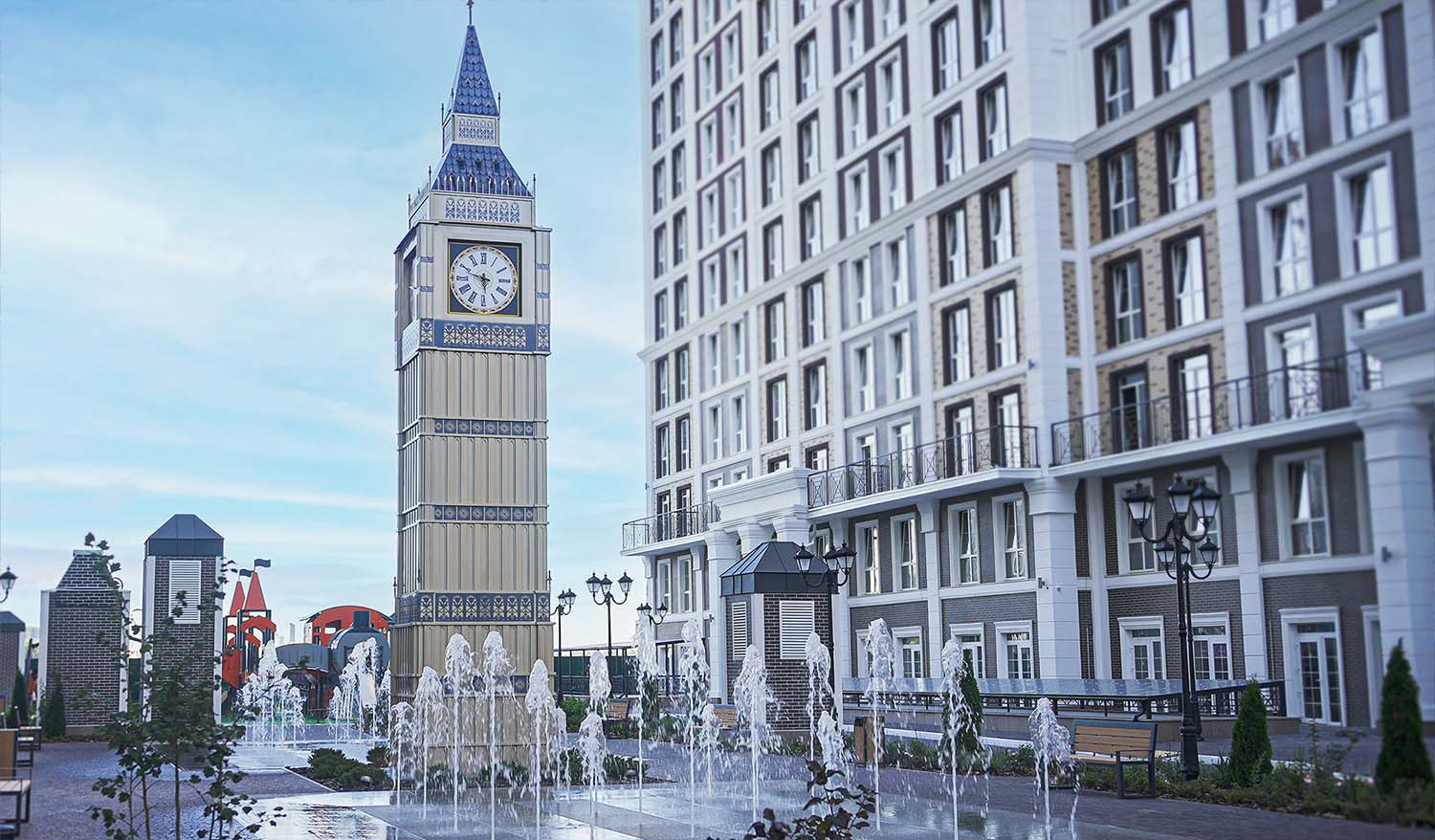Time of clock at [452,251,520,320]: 5:48
